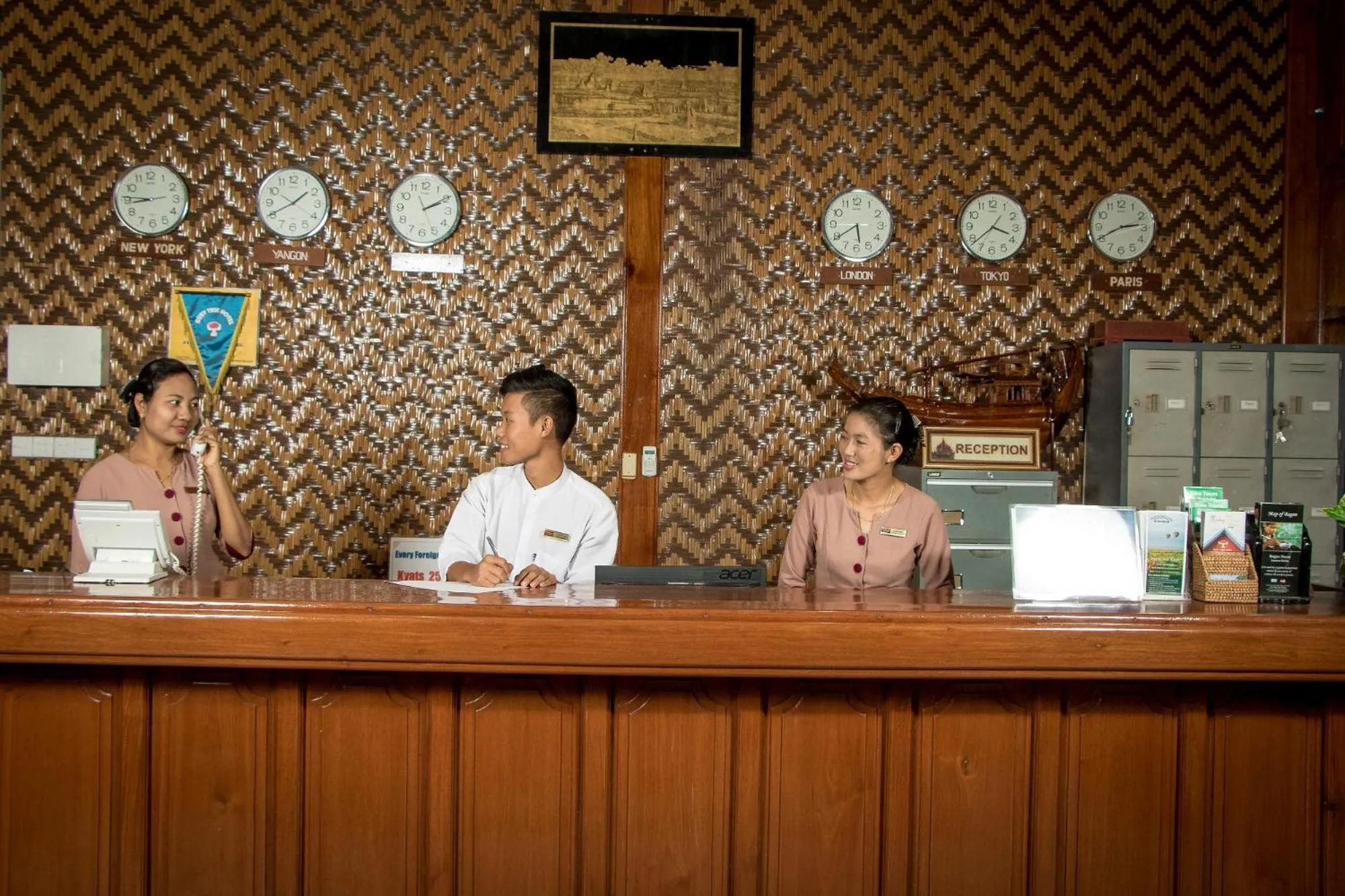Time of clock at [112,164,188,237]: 8:45
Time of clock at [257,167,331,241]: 1:40
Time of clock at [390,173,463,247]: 2:09
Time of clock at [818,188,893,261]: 5:39
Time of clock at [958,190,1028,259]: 3:38
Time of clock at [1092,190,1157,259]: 2:40
